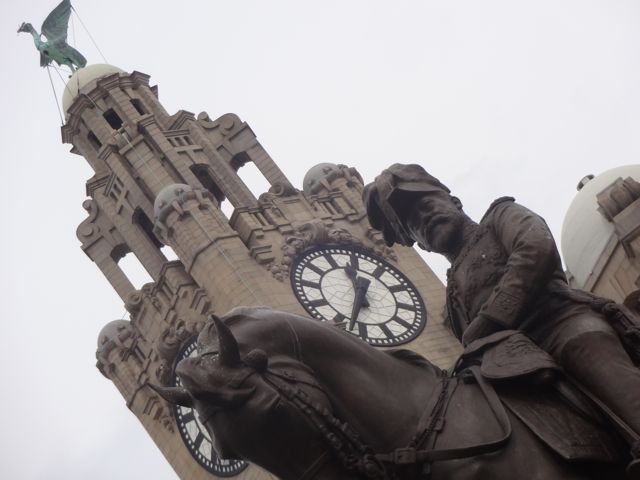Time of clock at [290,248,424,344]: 11:32
